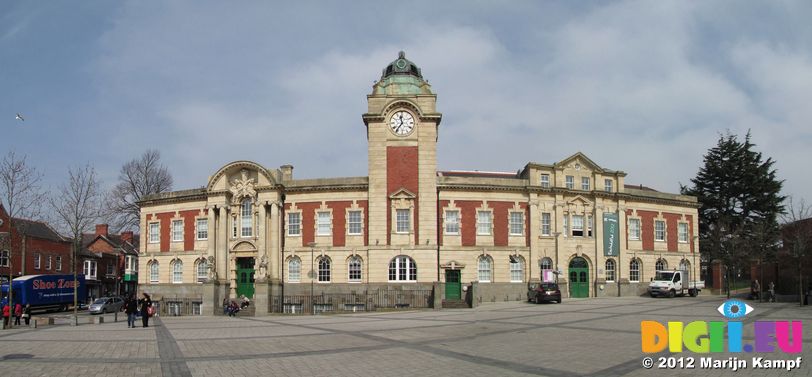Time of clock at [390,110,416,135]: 11:36
